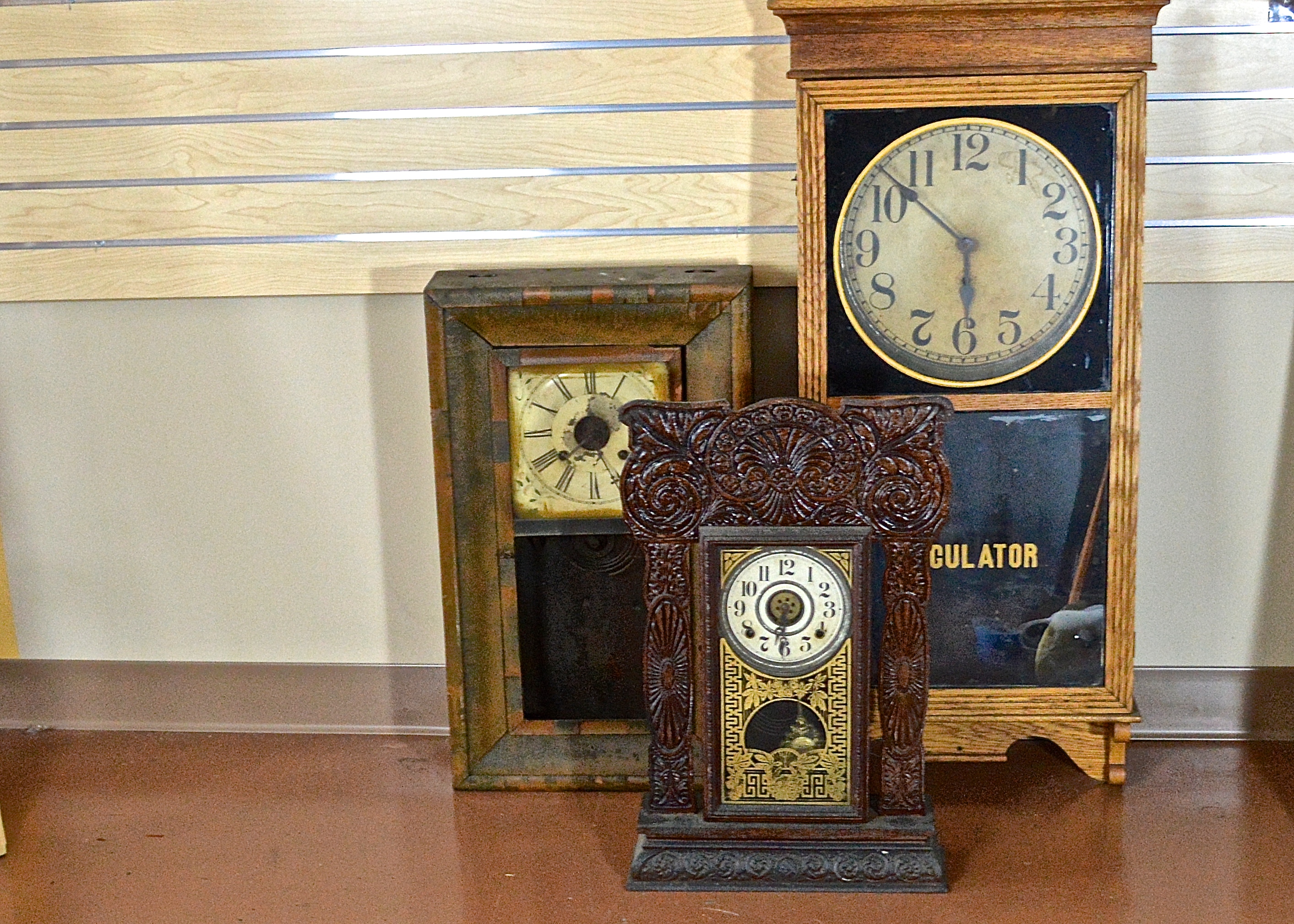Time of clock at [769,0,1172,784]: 5:51
